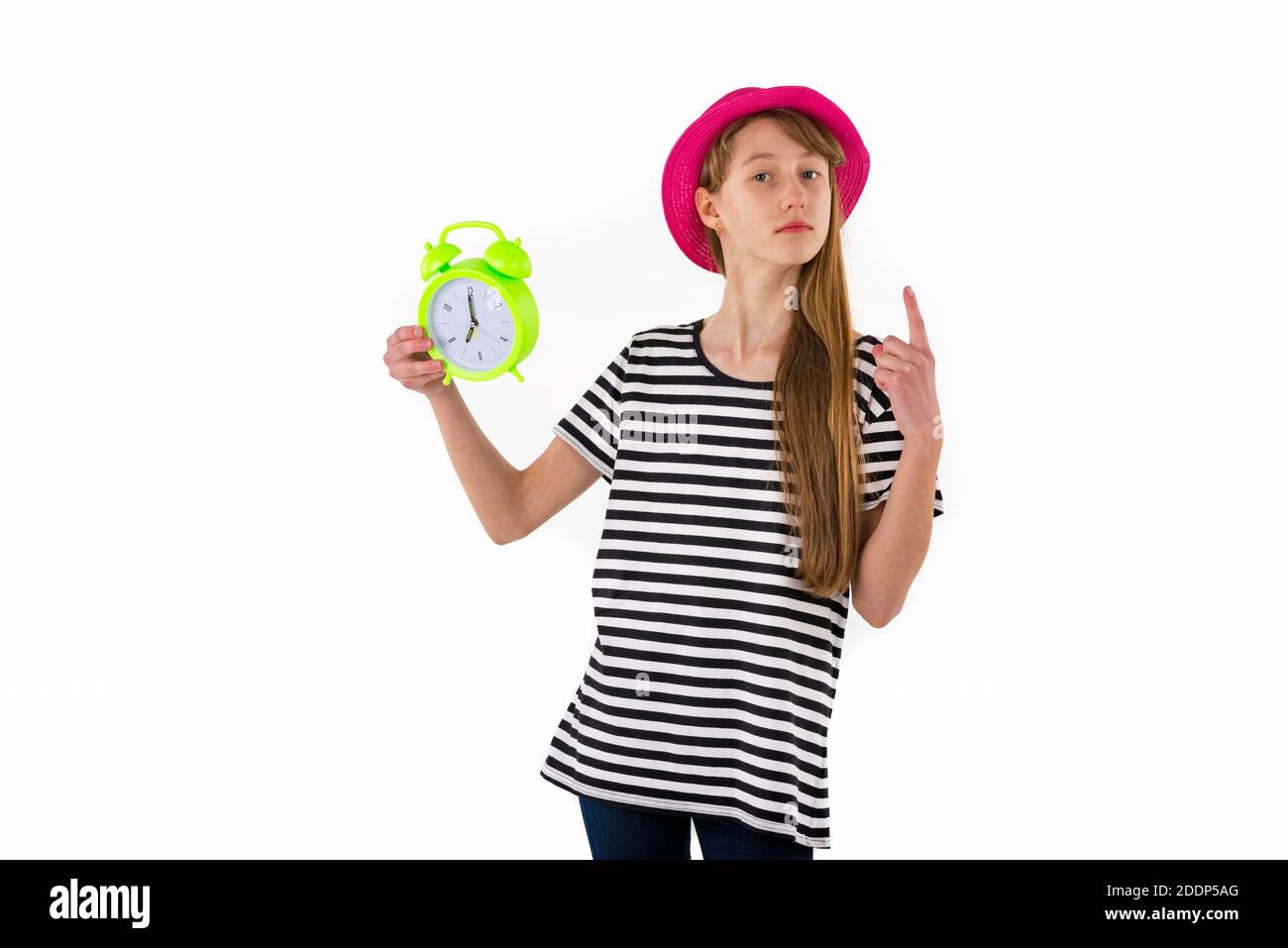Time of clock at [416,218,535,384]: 6:59
